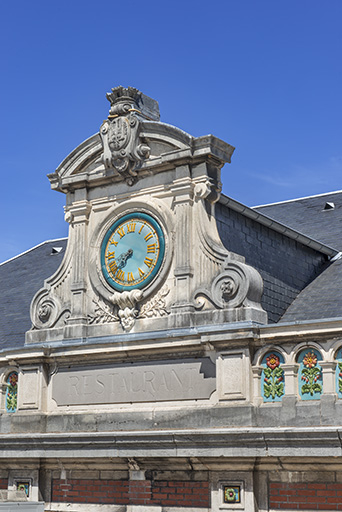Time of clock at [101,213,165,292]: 7:37
